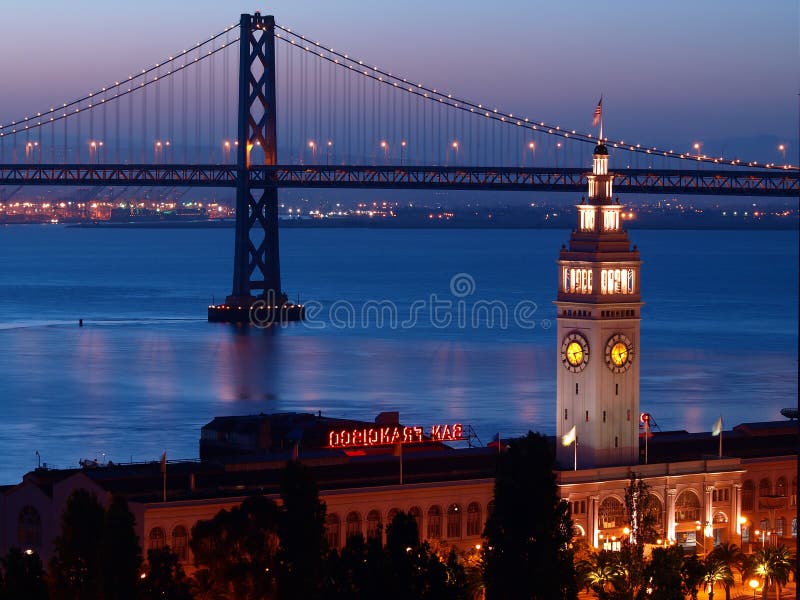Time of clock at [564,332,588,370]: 5:12
